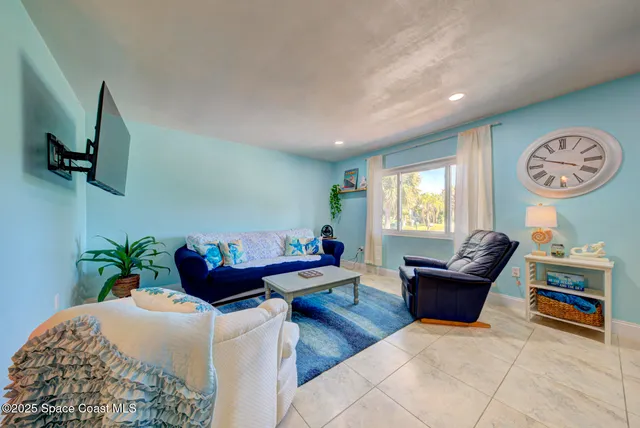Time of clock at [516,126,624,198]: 3:48
